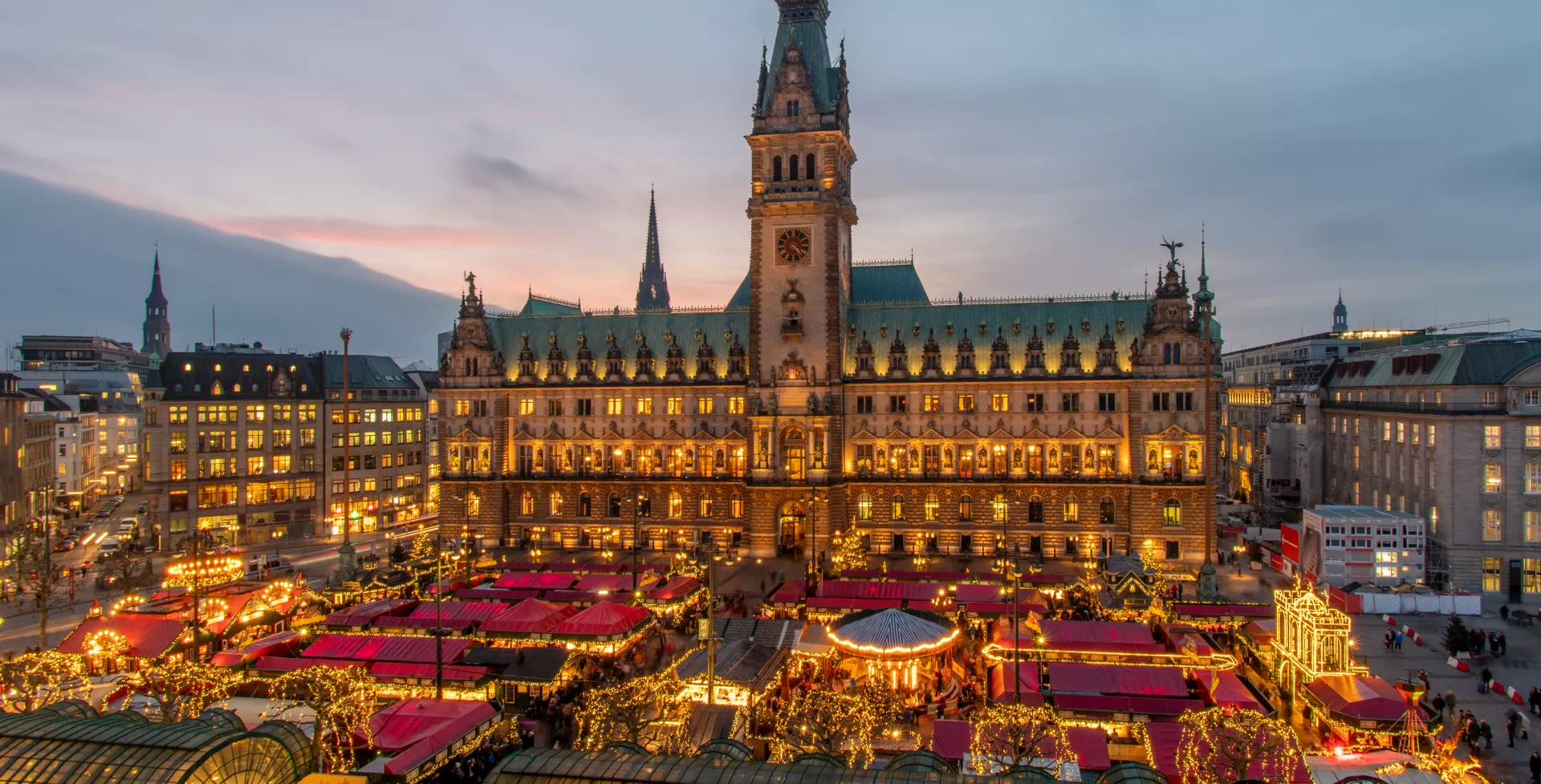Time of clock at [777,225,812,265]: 4:21
